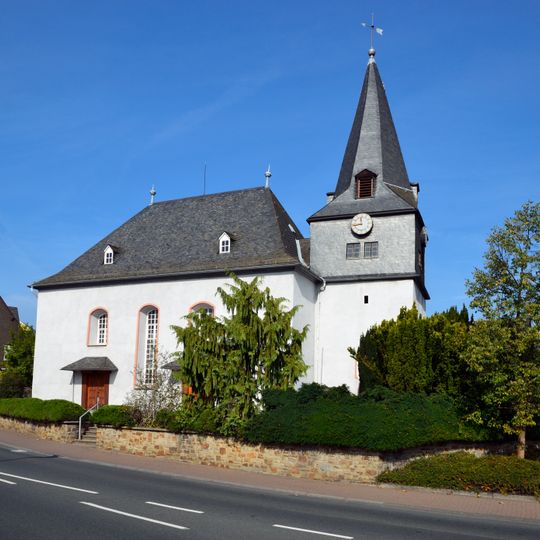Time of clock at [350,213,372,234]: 11:43
